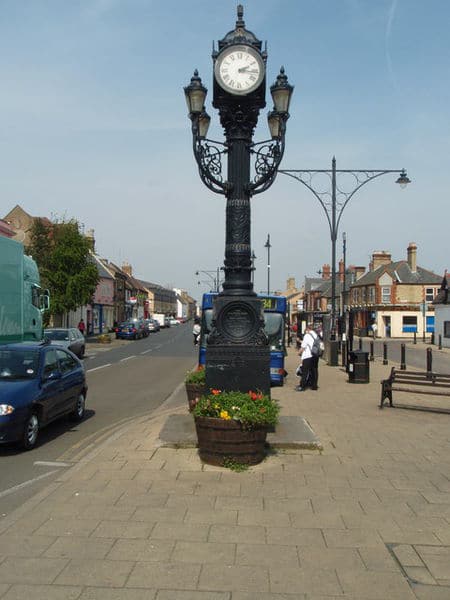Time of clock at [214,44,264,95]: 2:16
